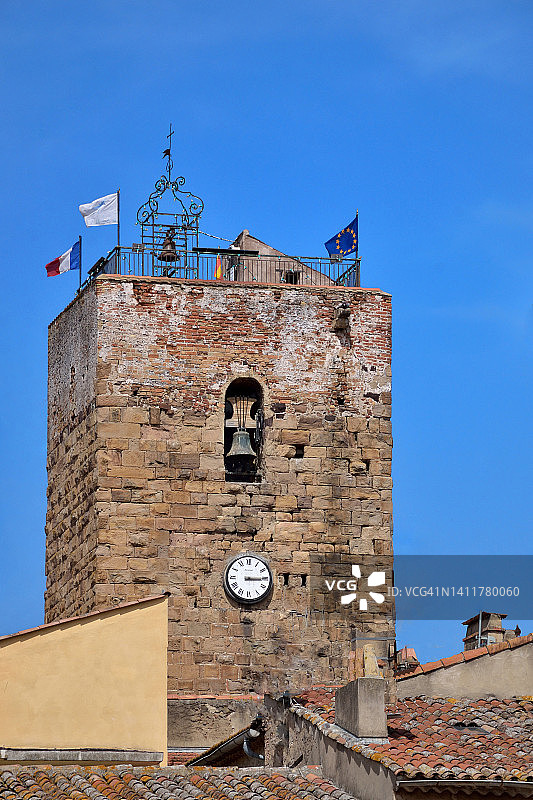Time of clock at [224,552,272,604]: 3:14
